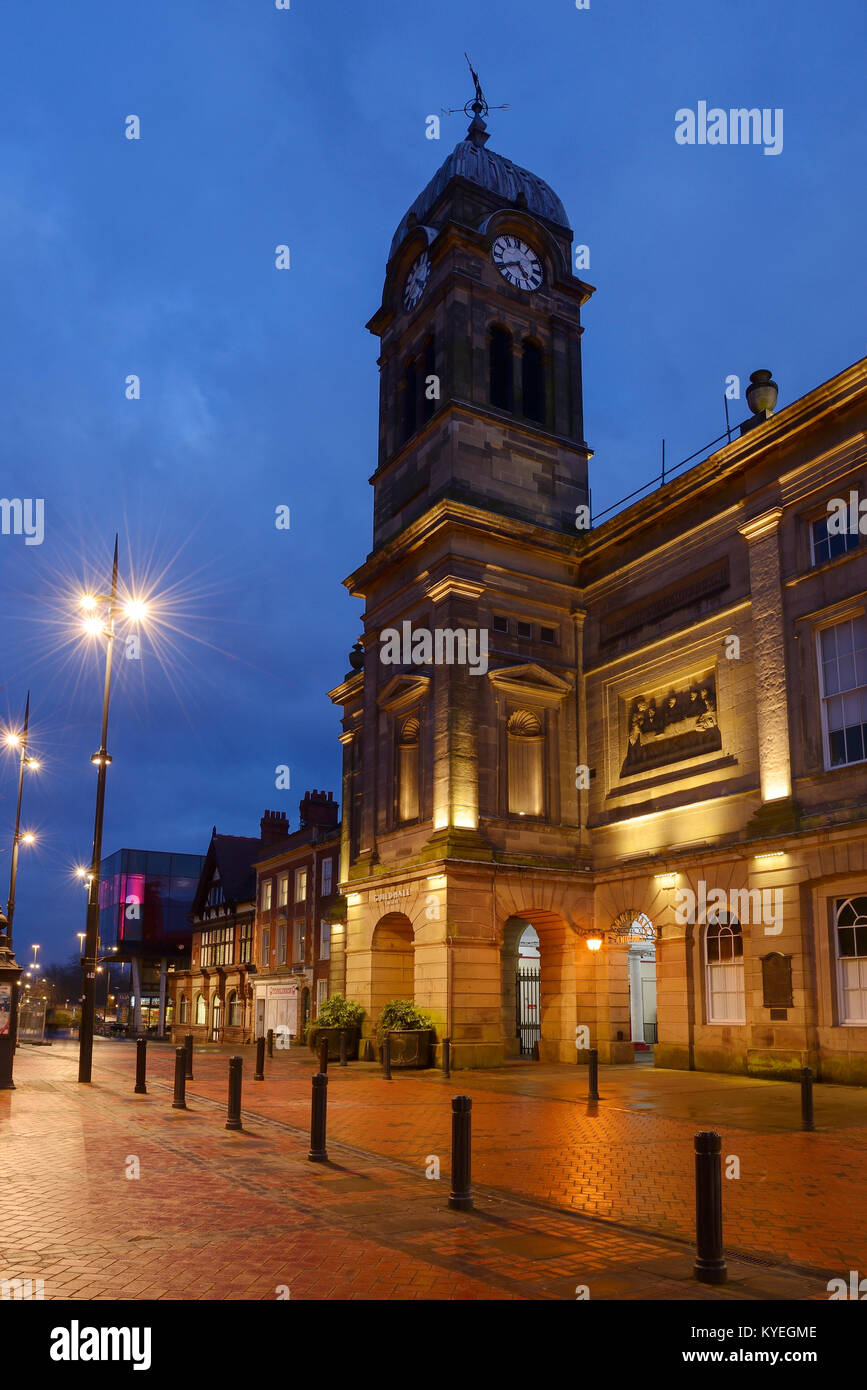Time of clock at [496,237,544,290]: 4:40
